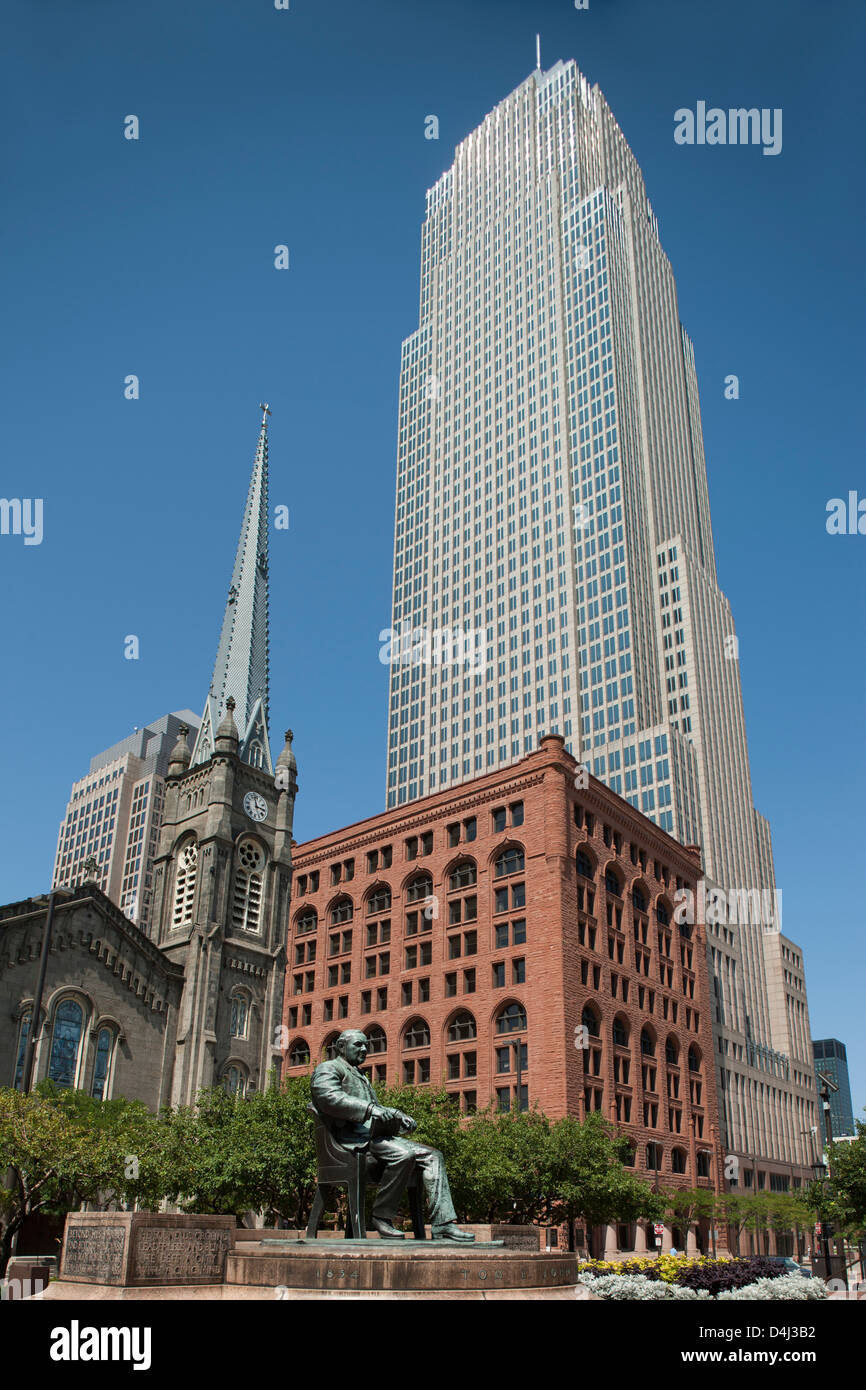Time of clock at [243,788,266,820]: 2:58
